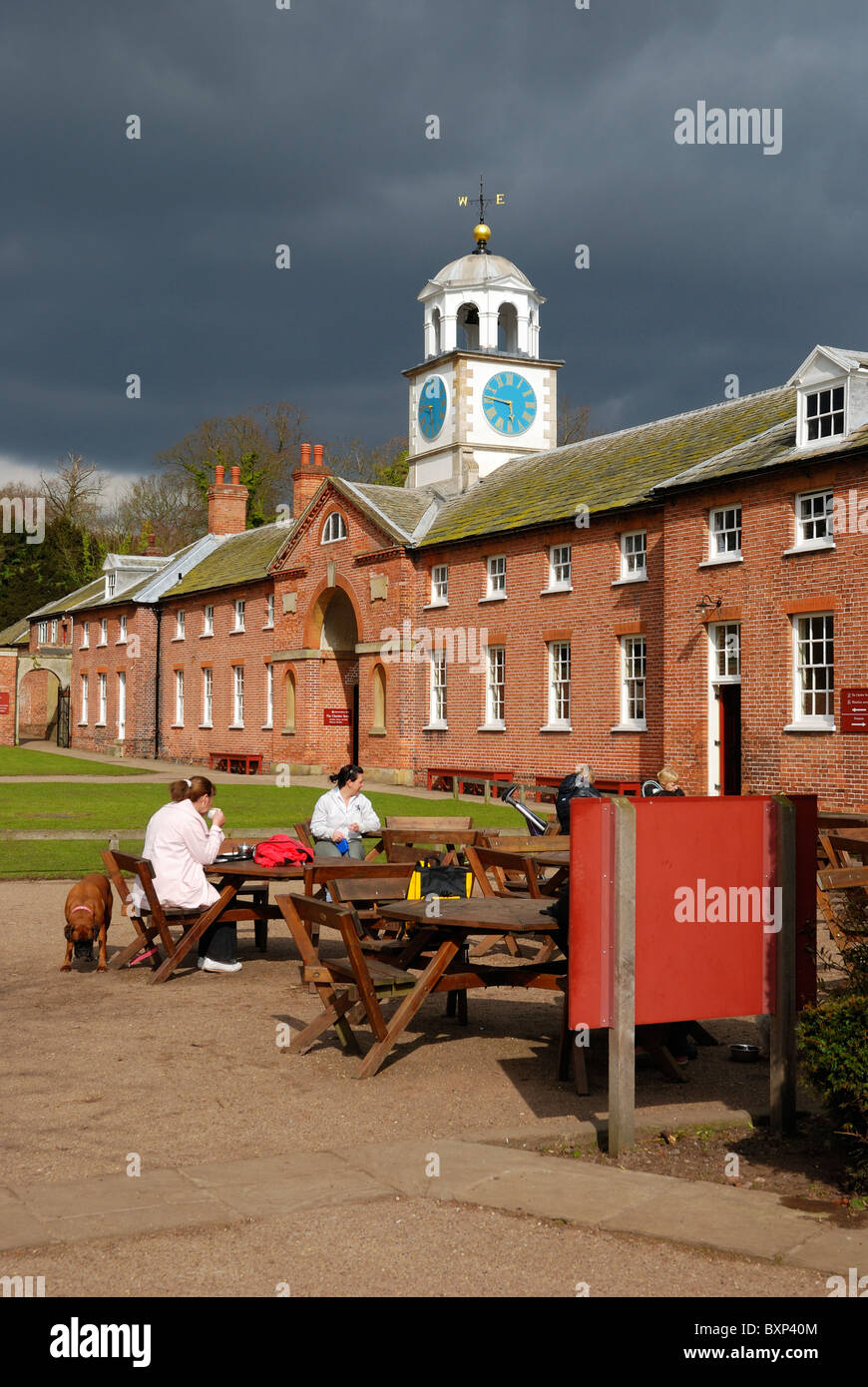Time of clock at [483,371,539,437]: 5:46
